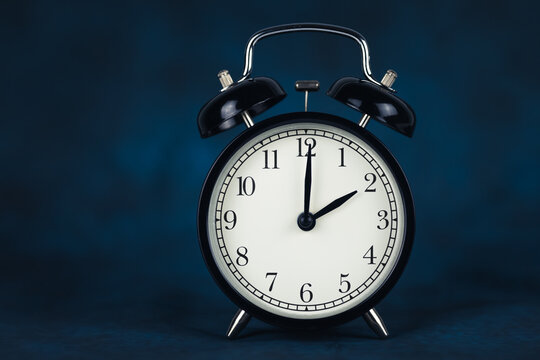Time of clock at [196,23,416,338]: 2:00
